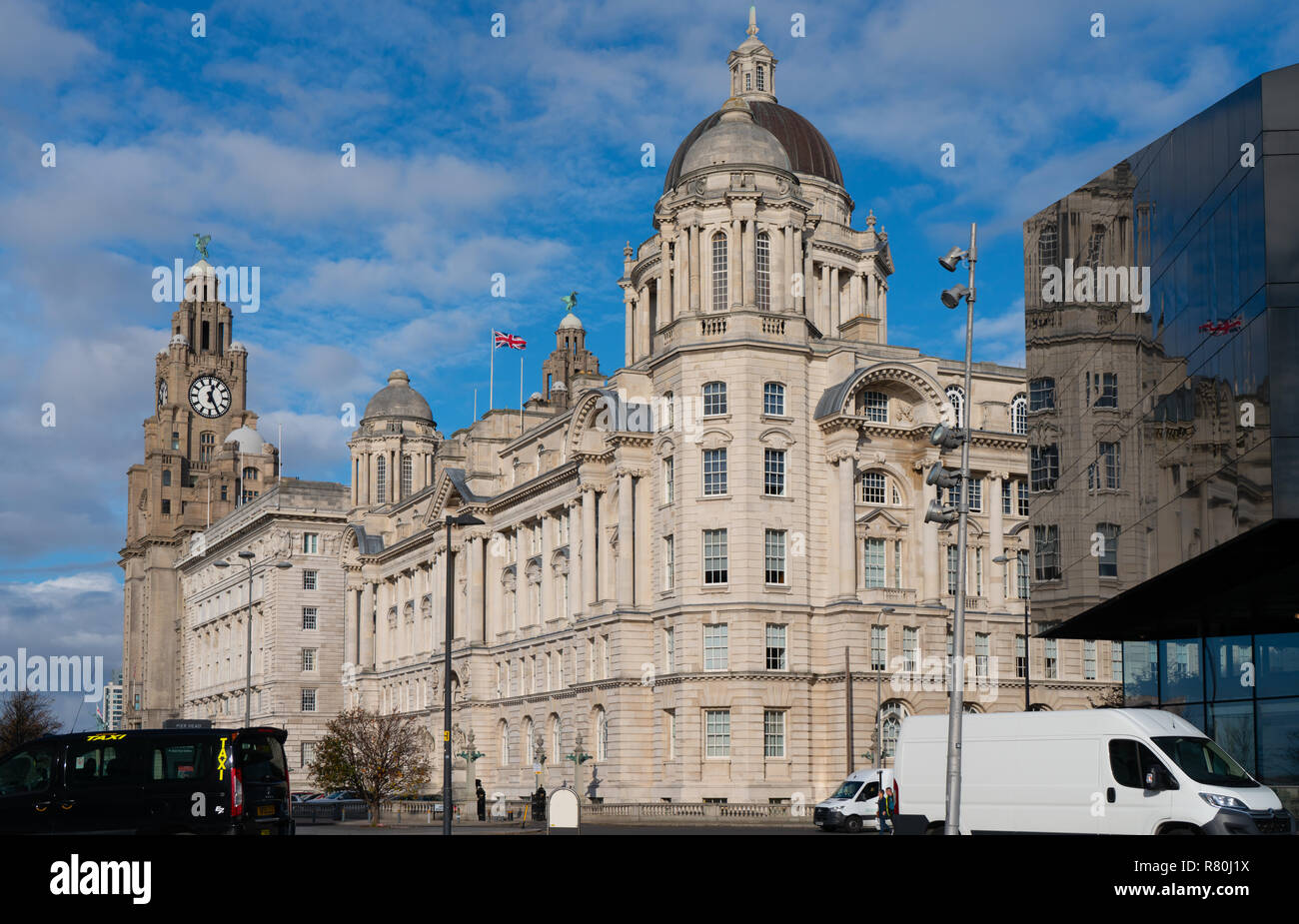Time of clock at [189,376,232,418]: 12:24
